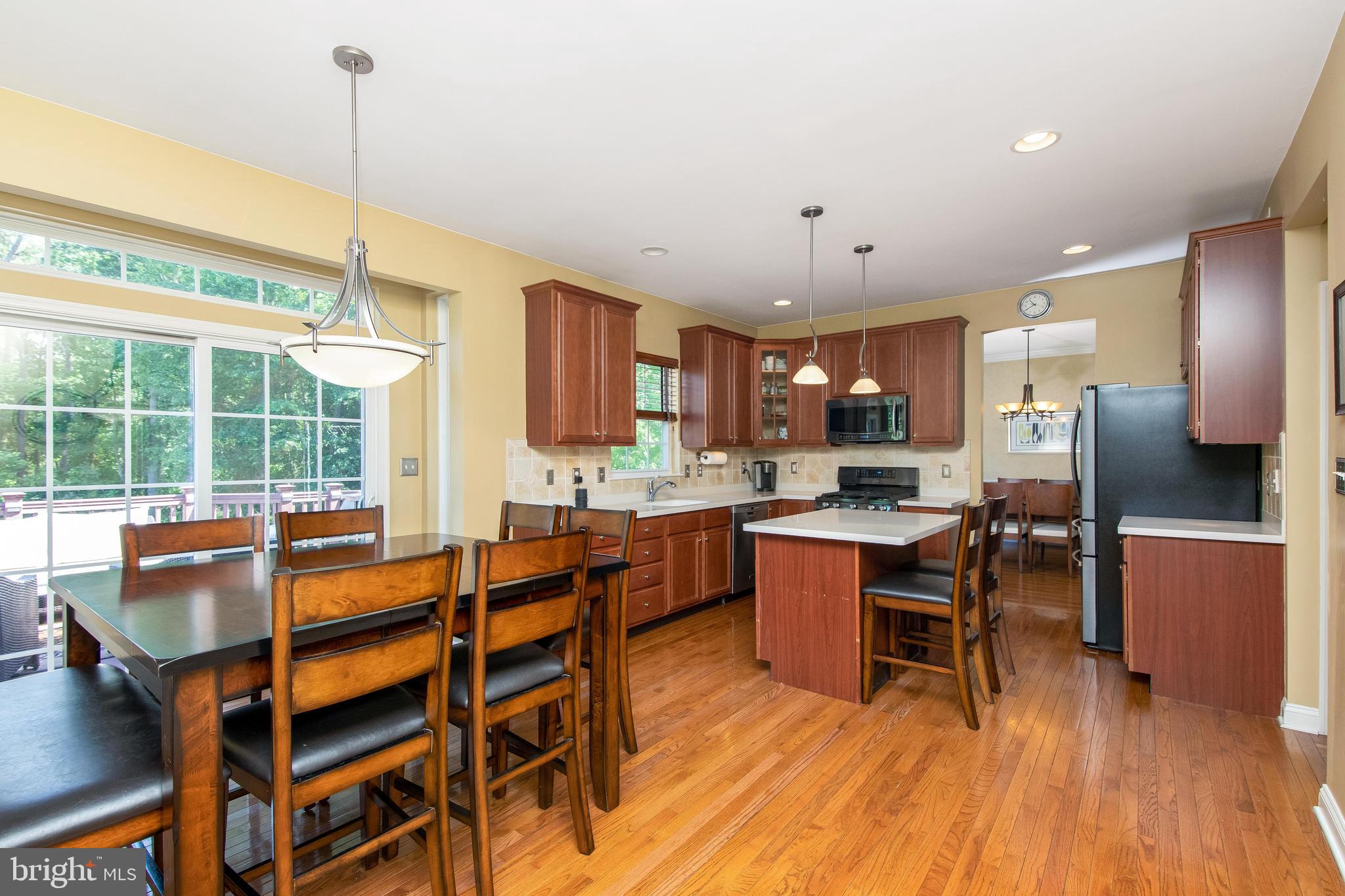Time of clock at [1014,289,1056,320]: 10:40
